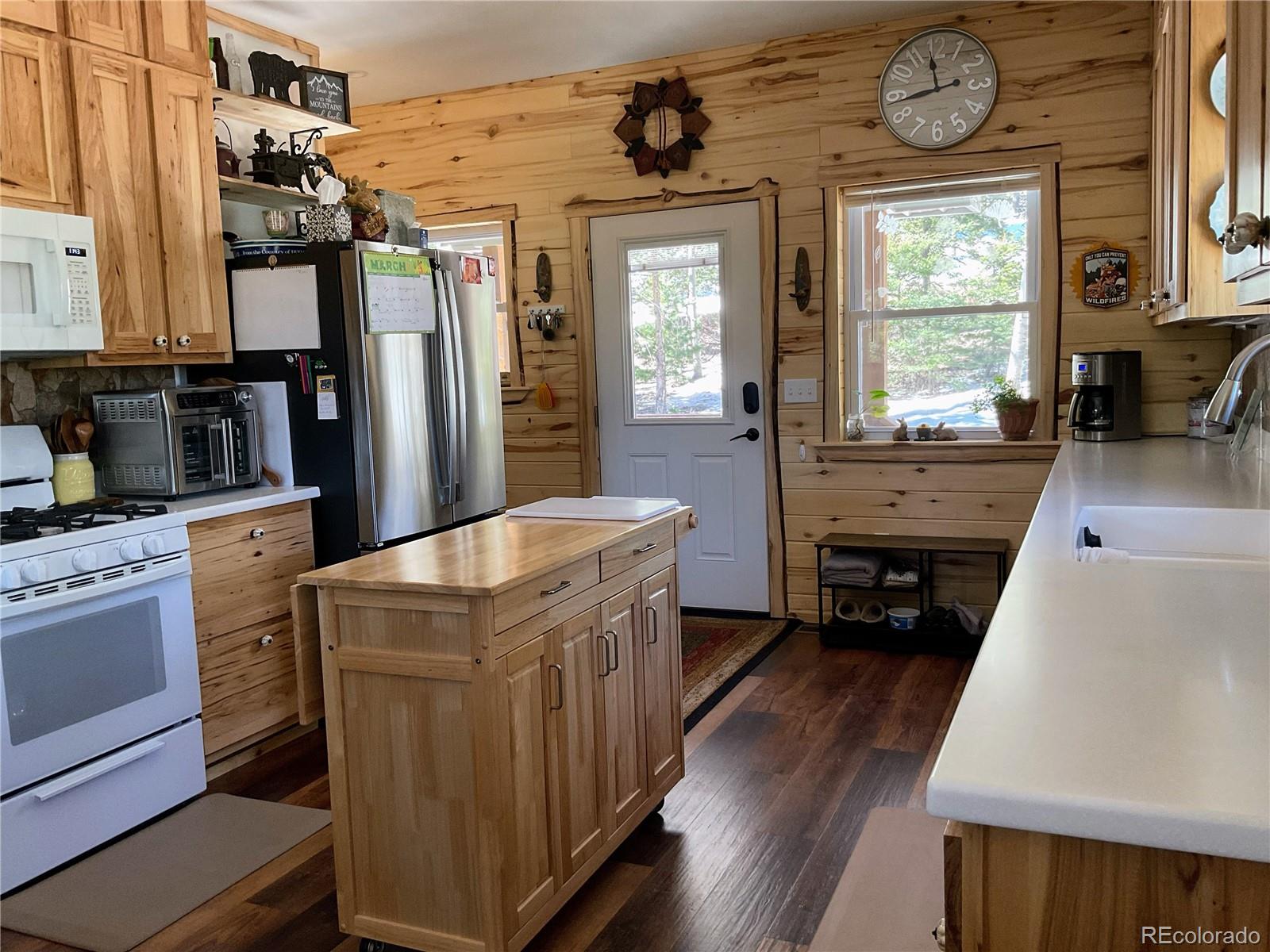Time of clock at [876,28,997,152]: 11:43
